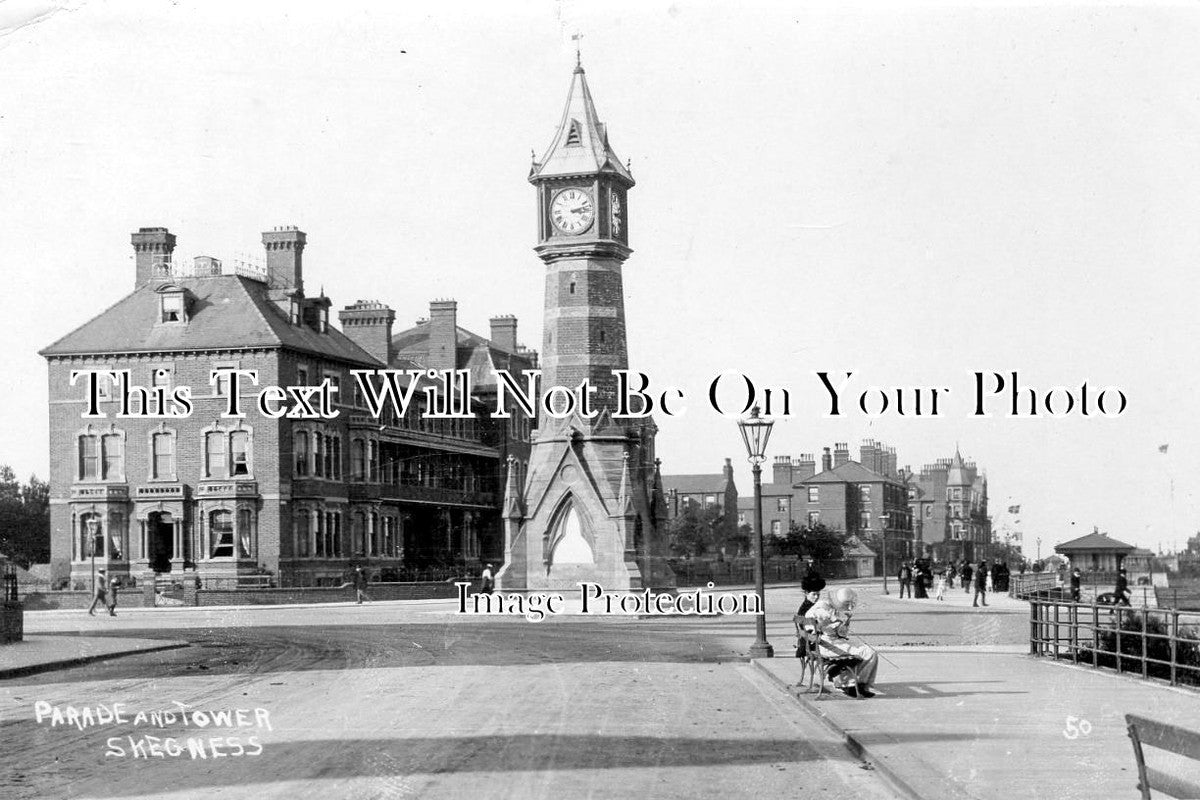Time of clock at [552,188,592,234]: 3:12
